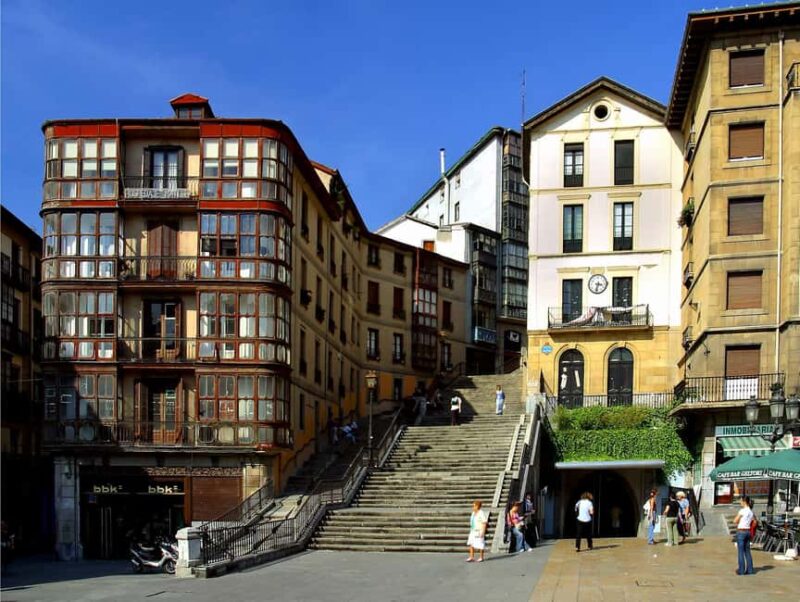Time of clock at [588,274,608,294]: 3:32
